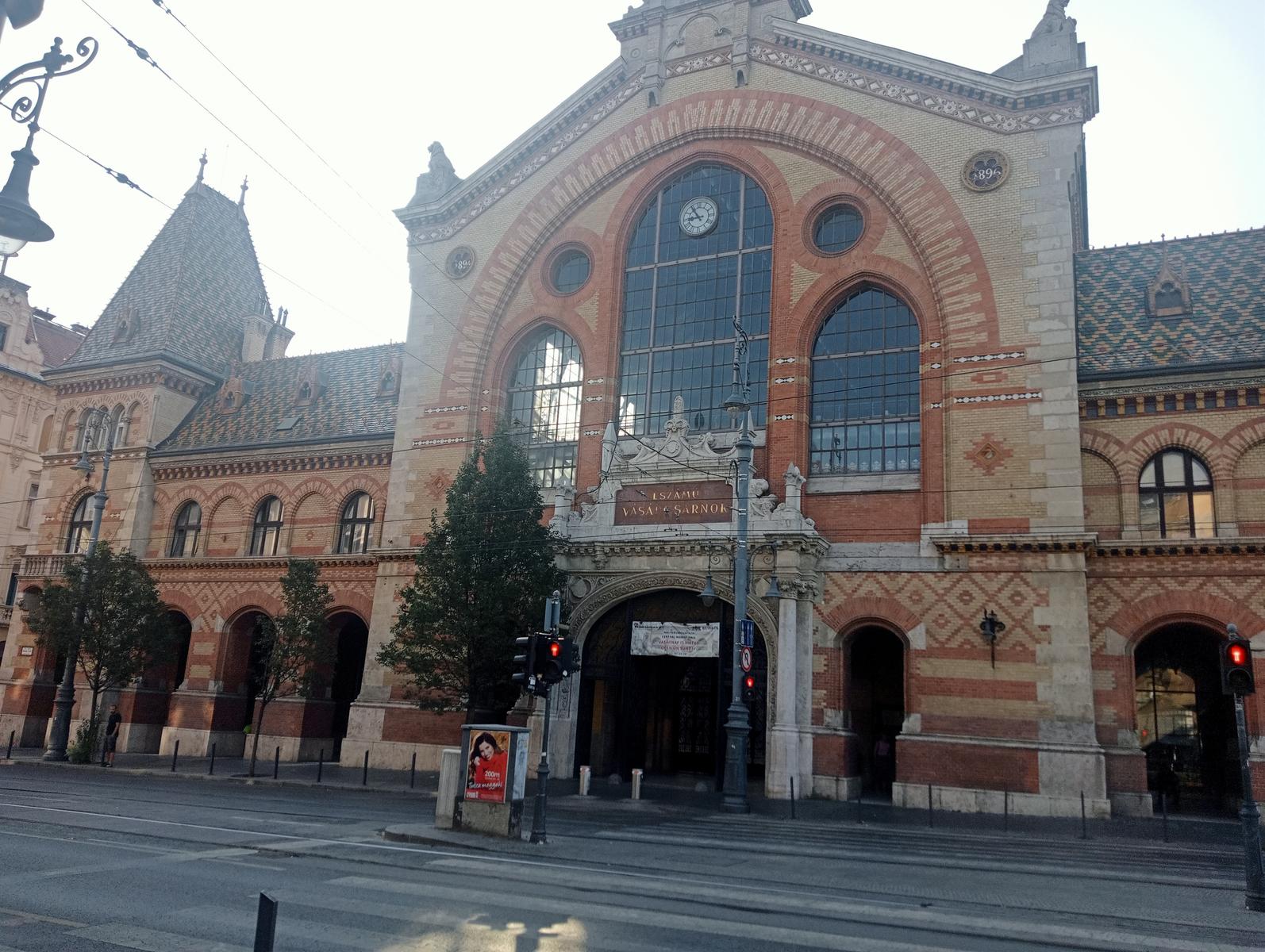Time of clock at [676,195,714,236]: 8:54
